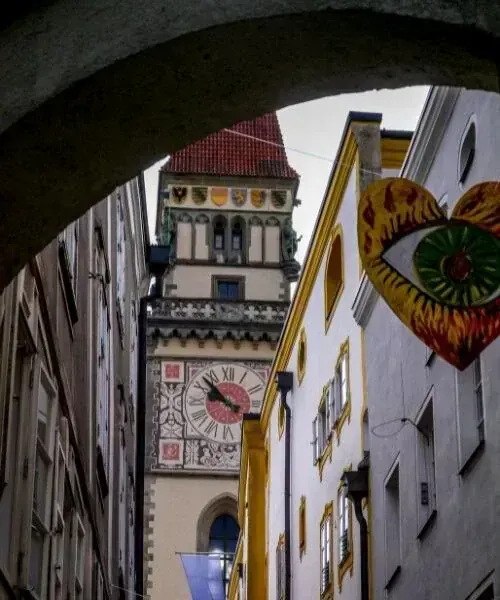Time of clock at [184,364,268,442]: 9:52
